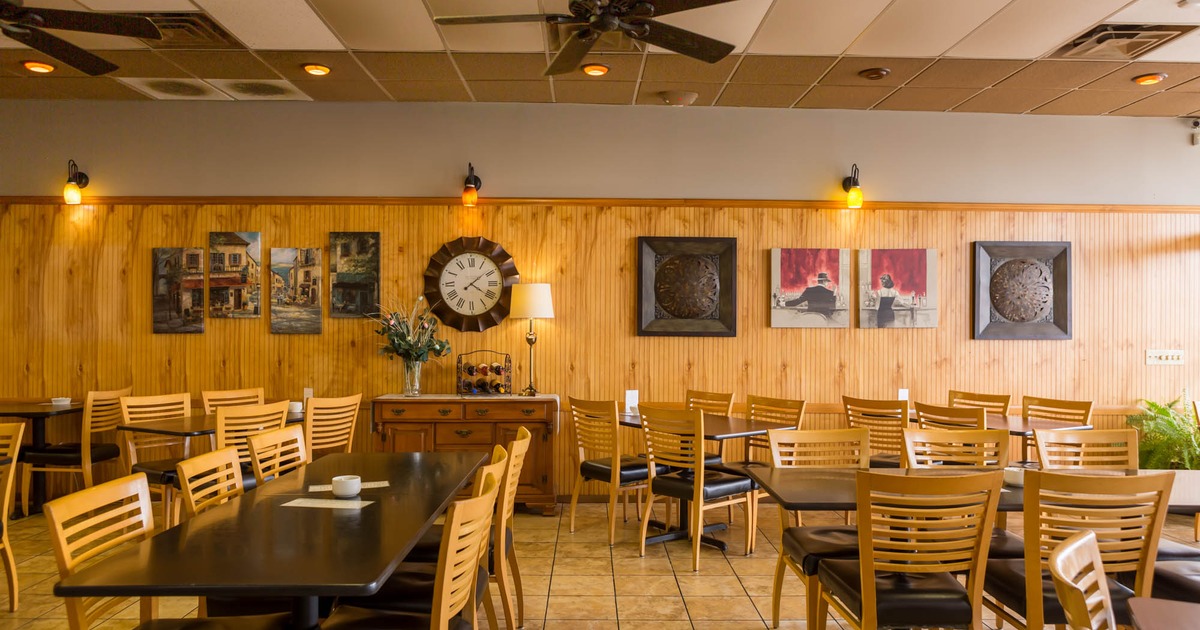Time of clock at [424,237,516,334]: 4:08
